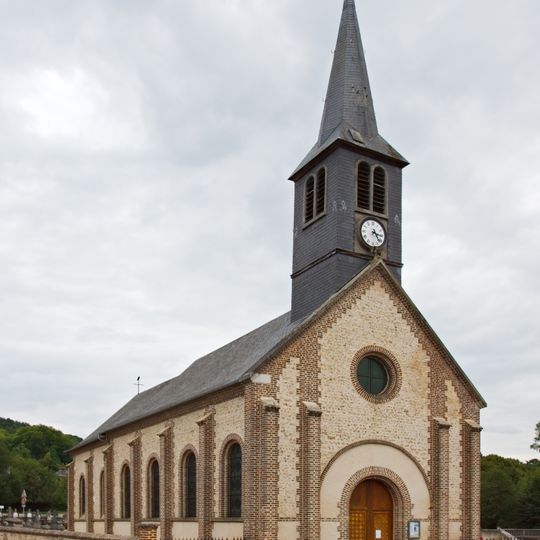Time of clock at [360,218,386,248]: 3:23
